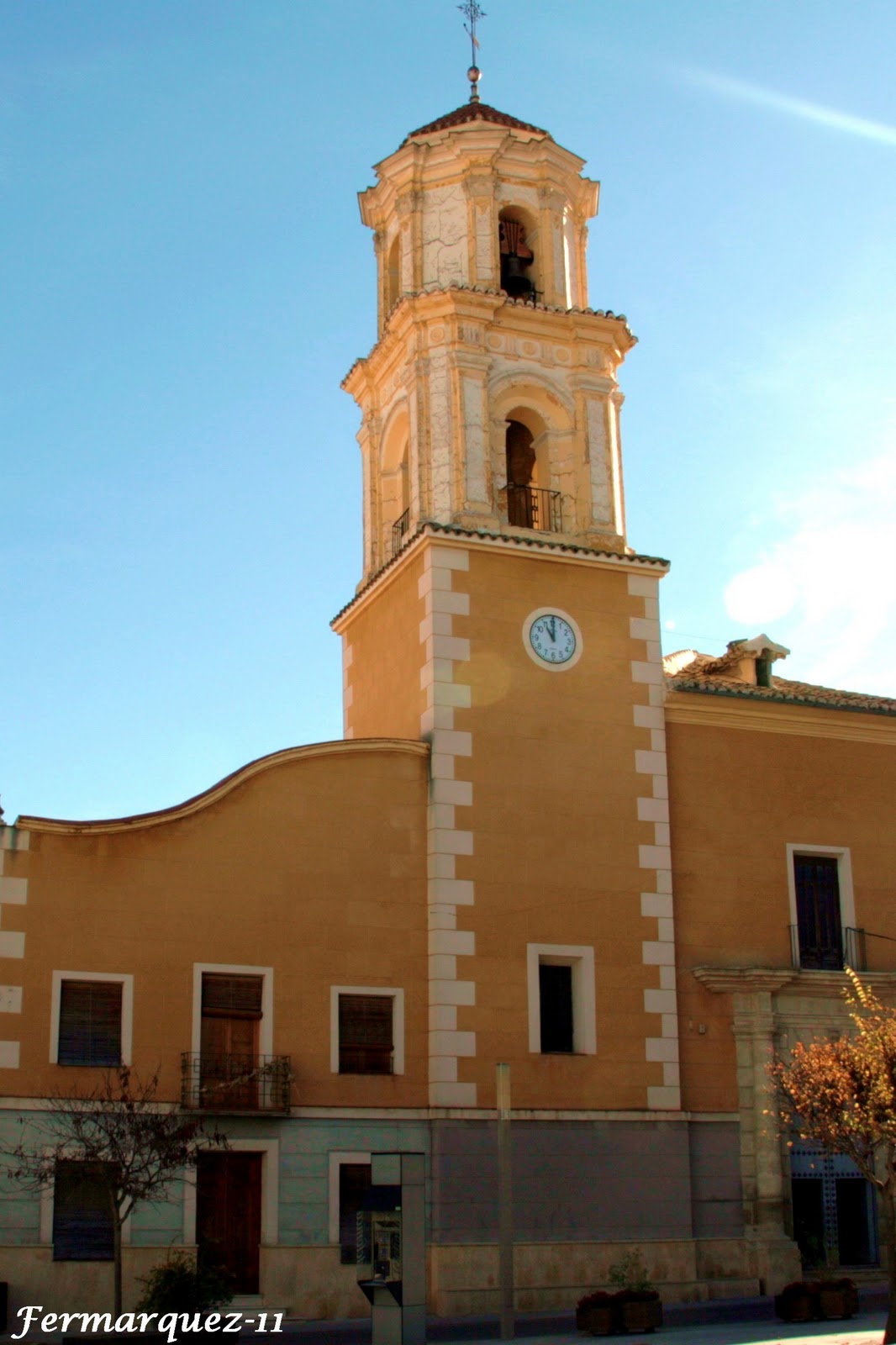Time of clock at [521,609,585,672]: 11:00
